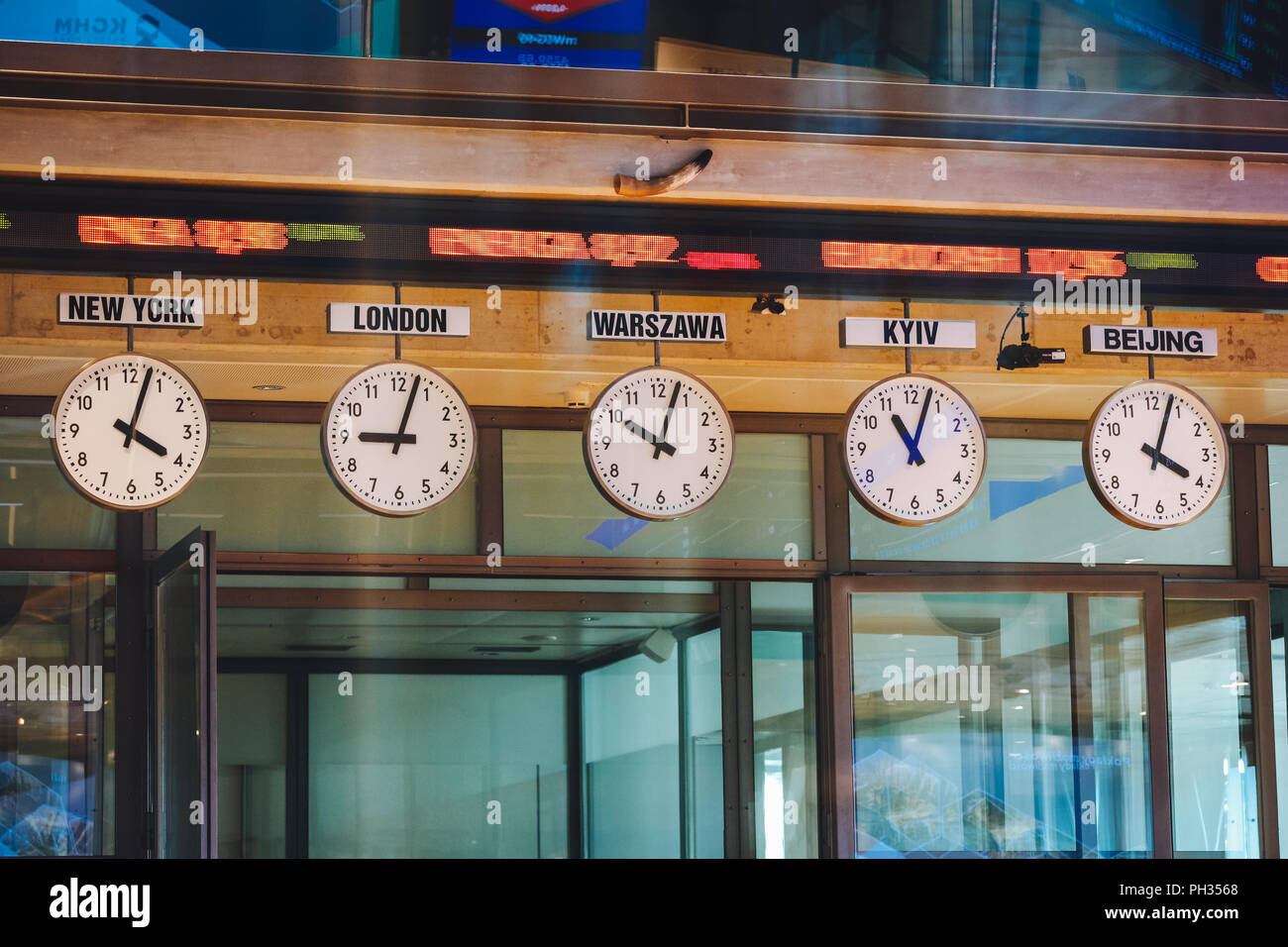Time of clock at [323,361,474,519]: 9:02
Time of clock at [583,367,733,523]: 10:02
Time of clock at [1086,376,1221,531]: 4:03
